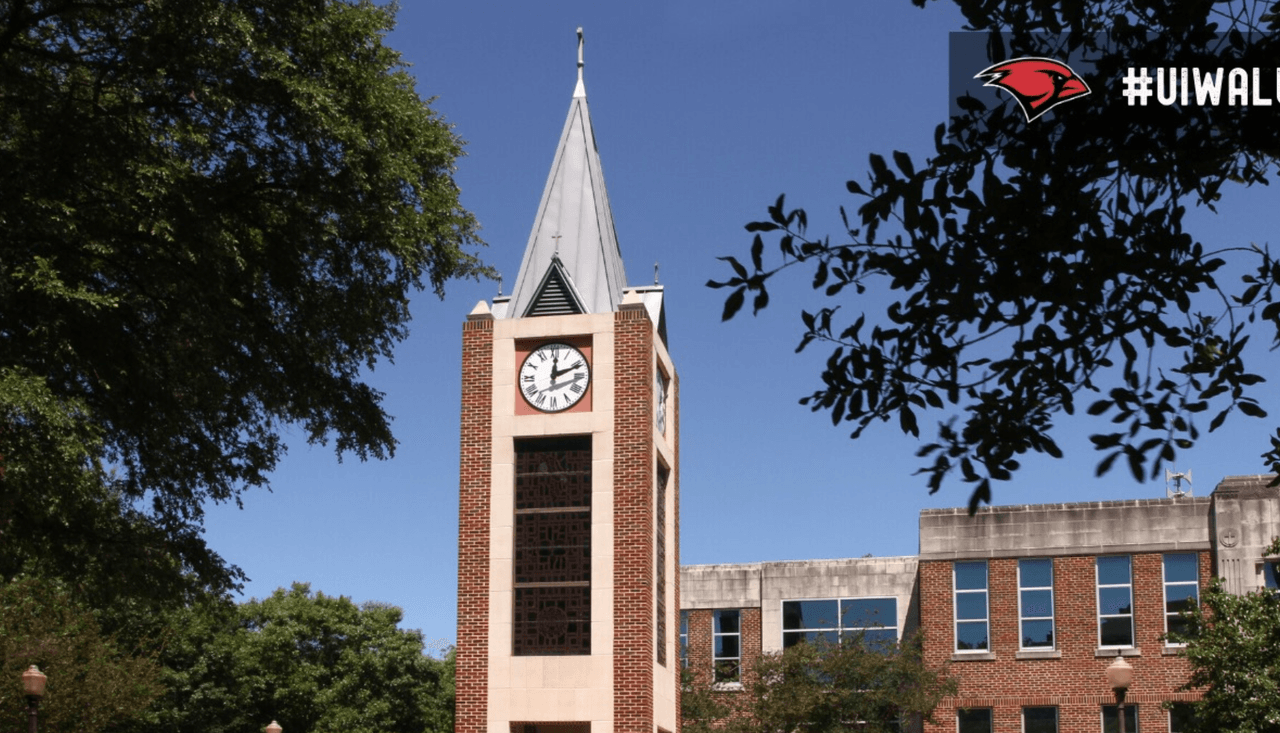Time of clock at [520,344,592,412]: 12:11
